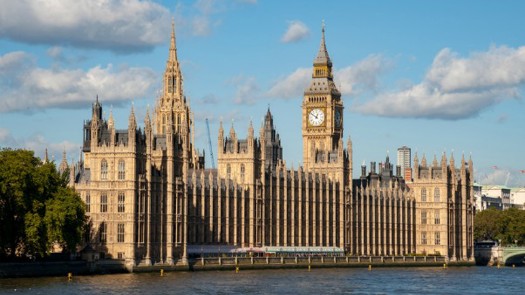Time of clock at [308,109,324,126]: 12:51
